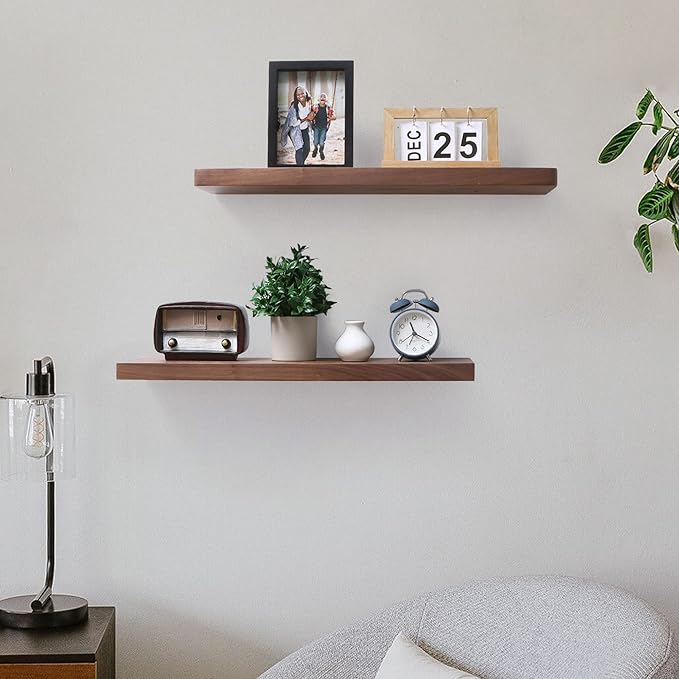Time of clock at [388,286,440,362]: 11:19
